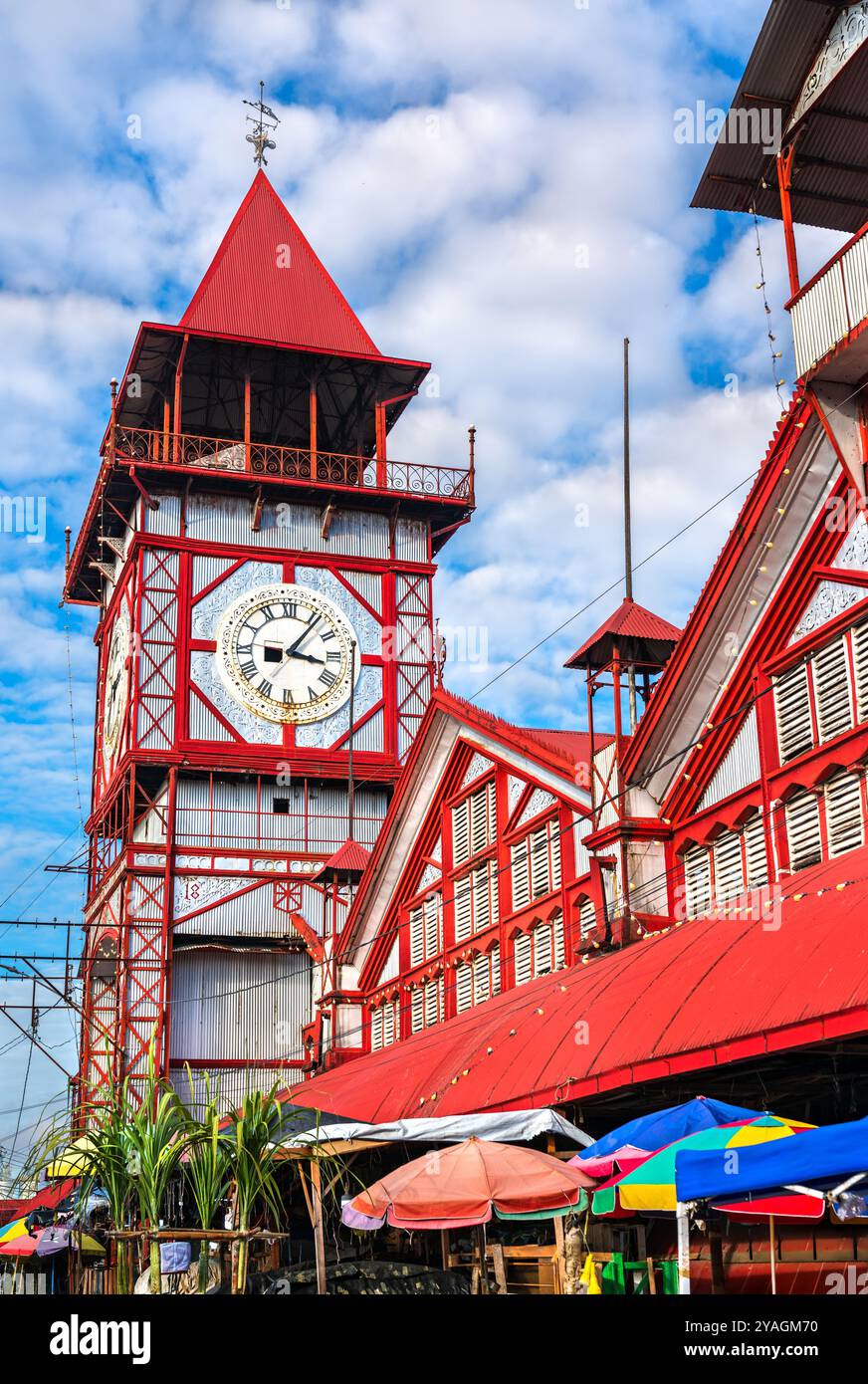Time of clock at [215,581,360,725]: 3:06
